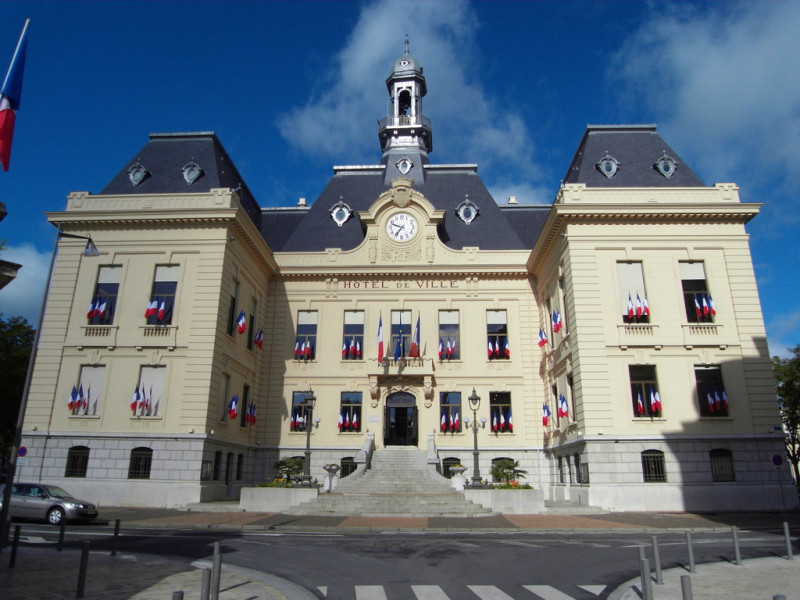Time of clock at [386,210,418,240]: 9:36
